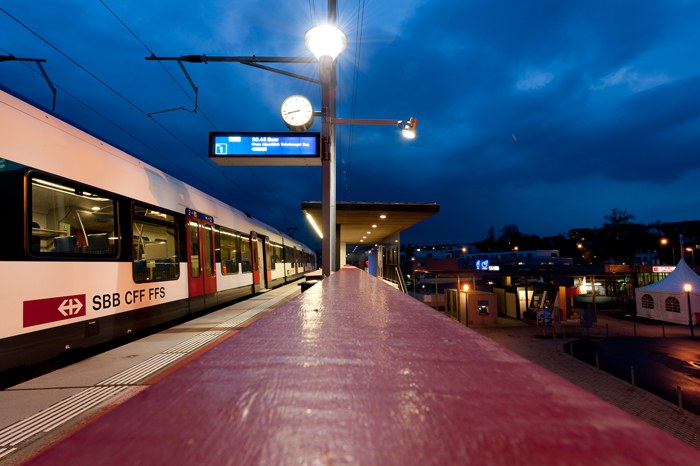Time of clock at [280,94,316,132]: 8:42
